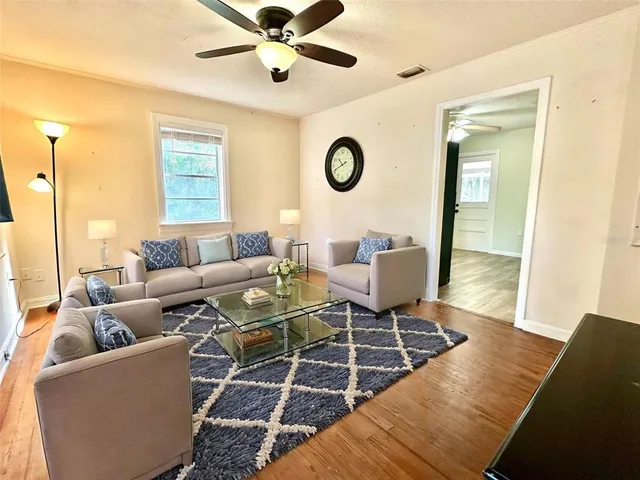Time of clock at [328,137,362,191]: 10:41
